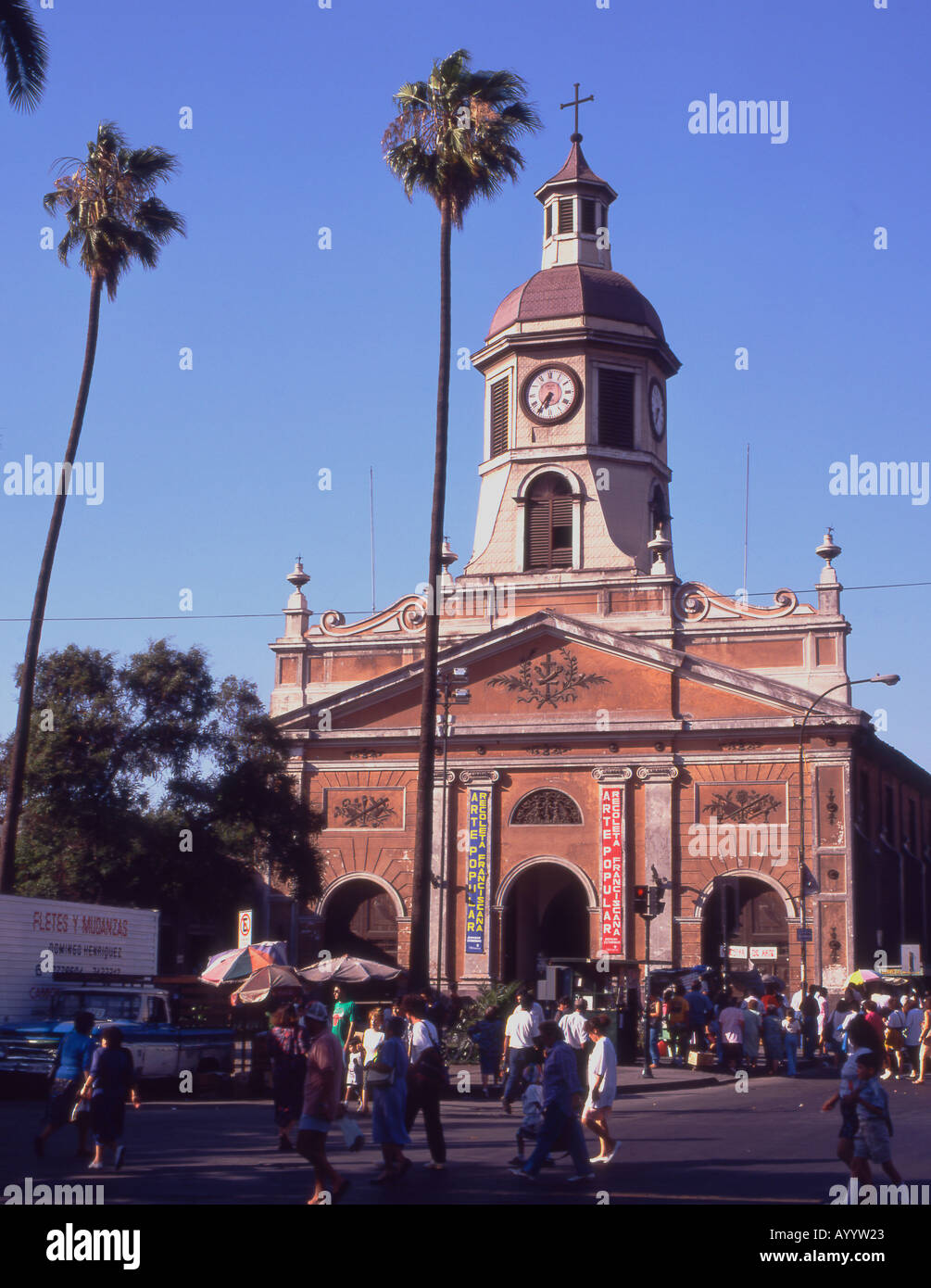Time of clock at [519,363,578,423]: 6:36
